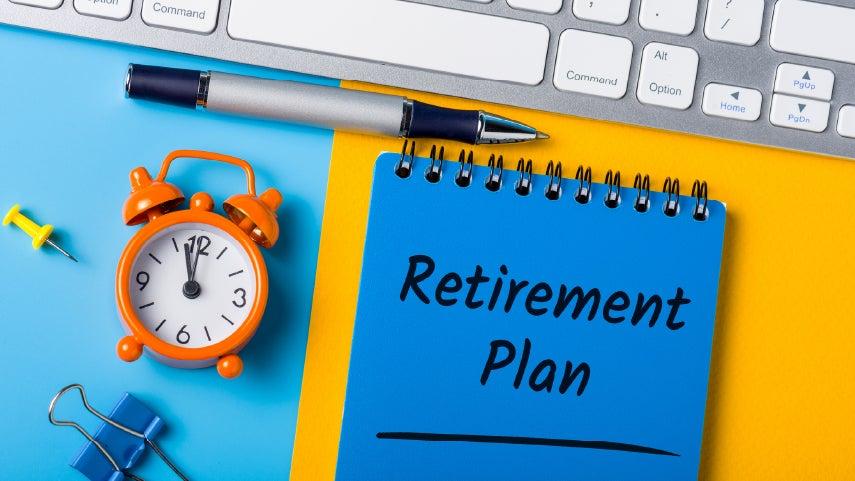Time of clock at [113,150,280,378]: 11:57
